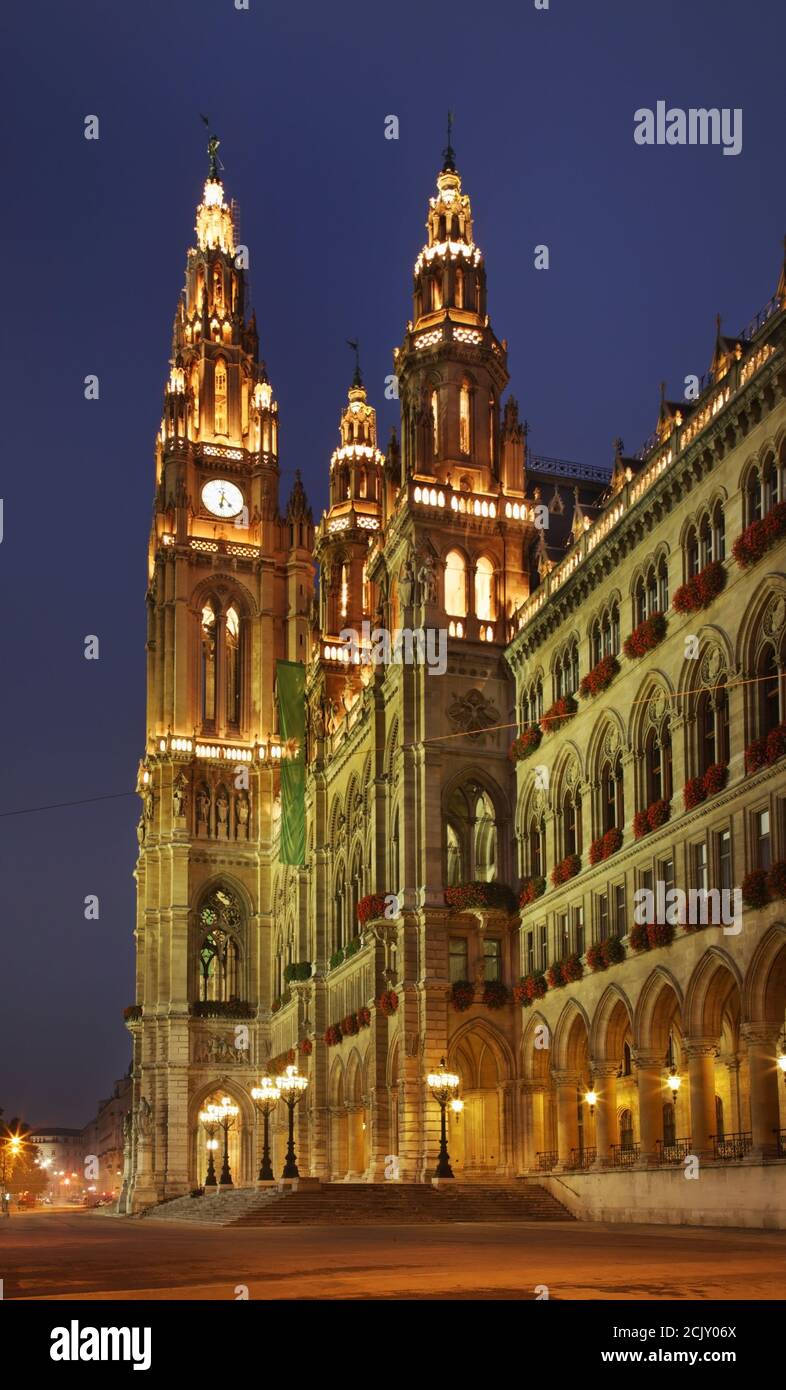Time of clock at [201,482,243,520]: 6:23
